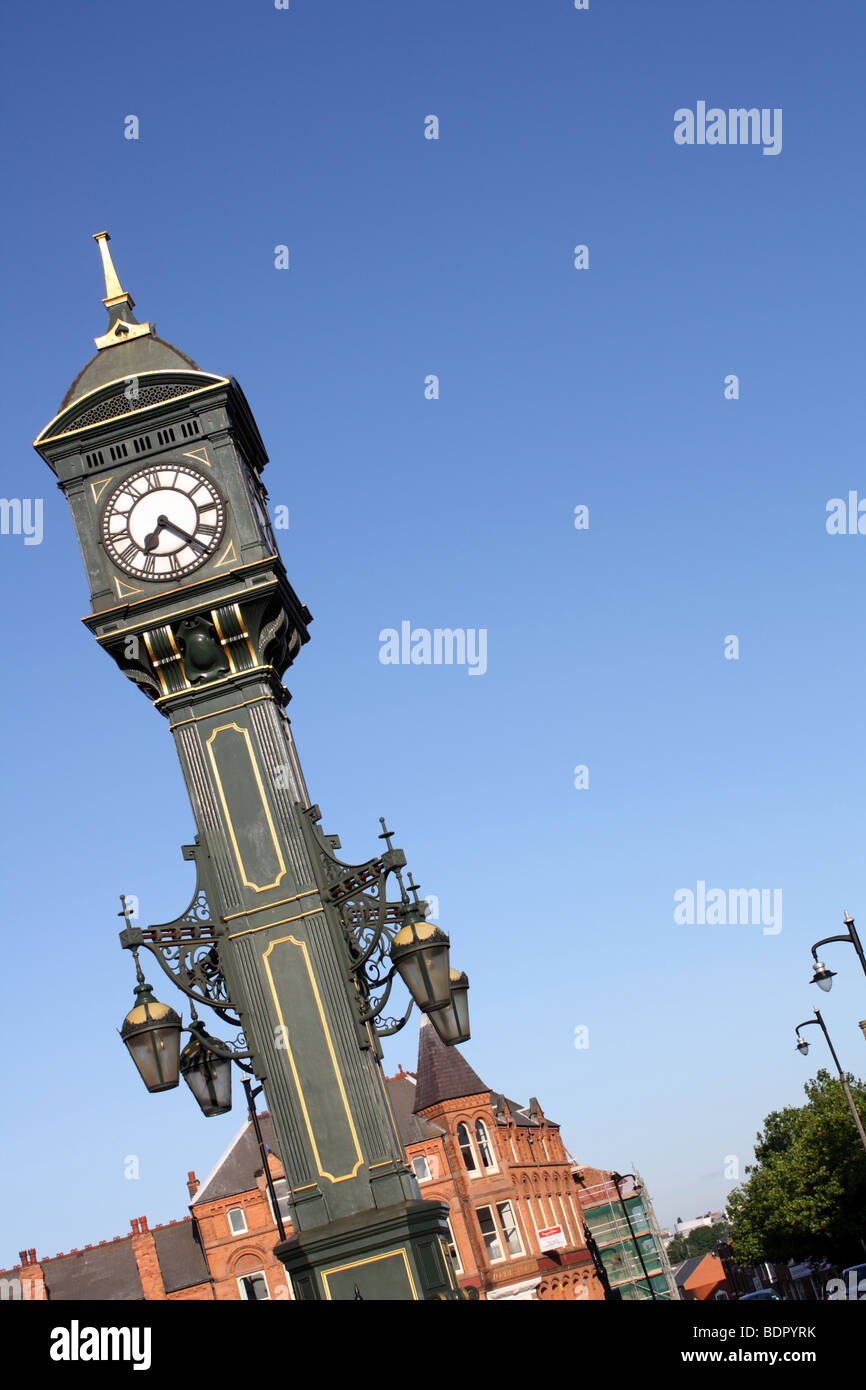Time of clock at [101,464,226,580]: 7:23
